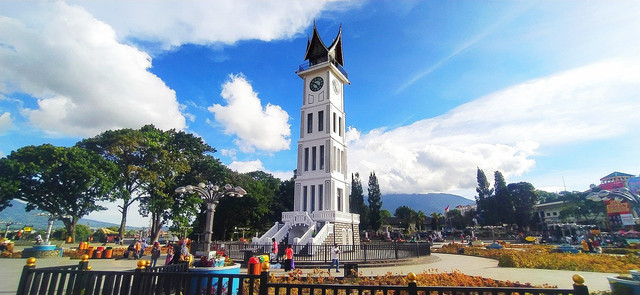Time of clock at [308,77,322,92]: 4:50
